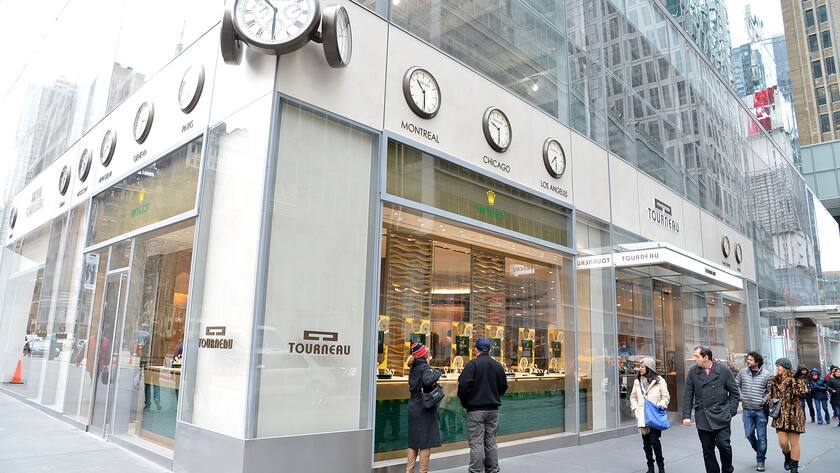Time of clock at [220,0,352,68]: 10:30
